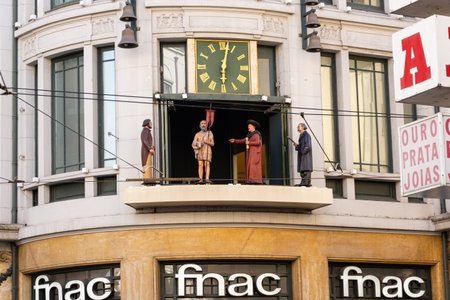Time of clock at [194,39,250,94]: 6:02
